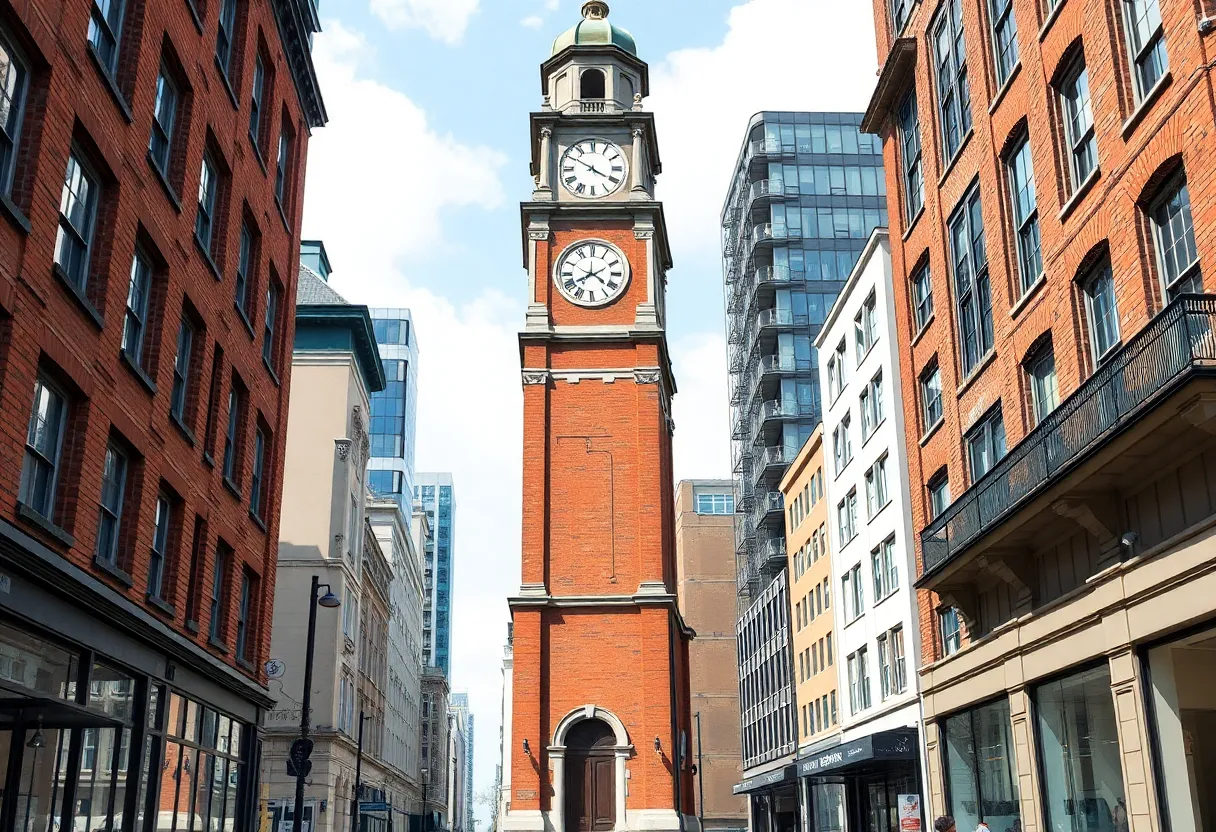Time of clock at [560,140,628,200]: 3:50
